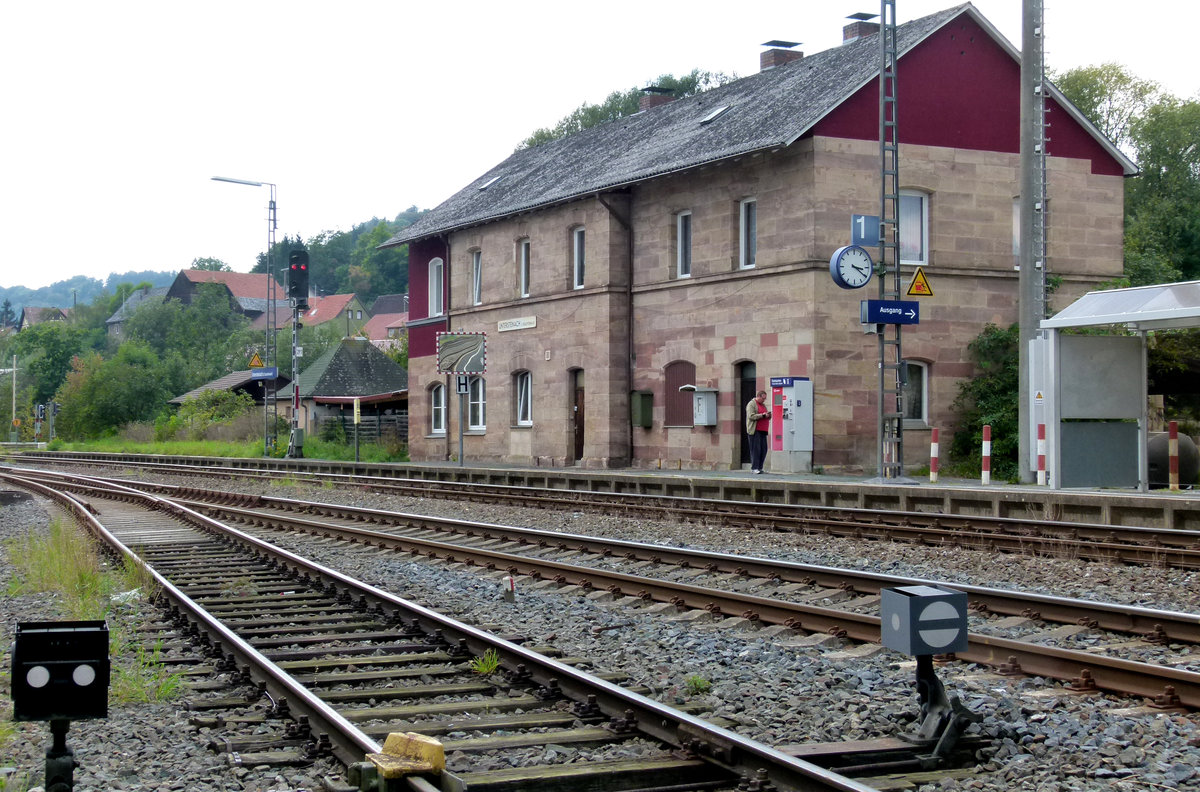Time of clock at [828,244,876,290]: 3:20
